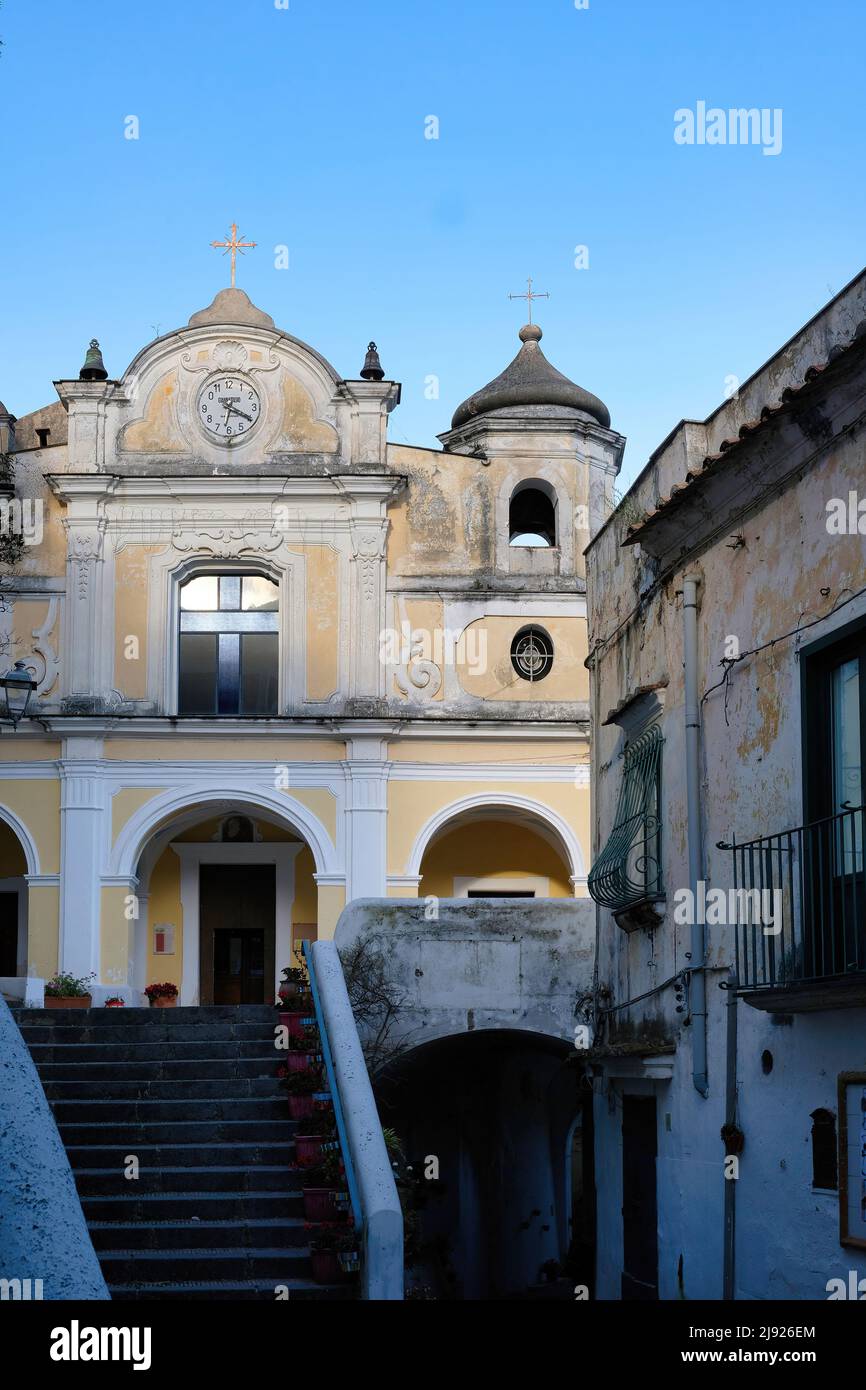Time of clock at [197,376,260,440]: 6:19
